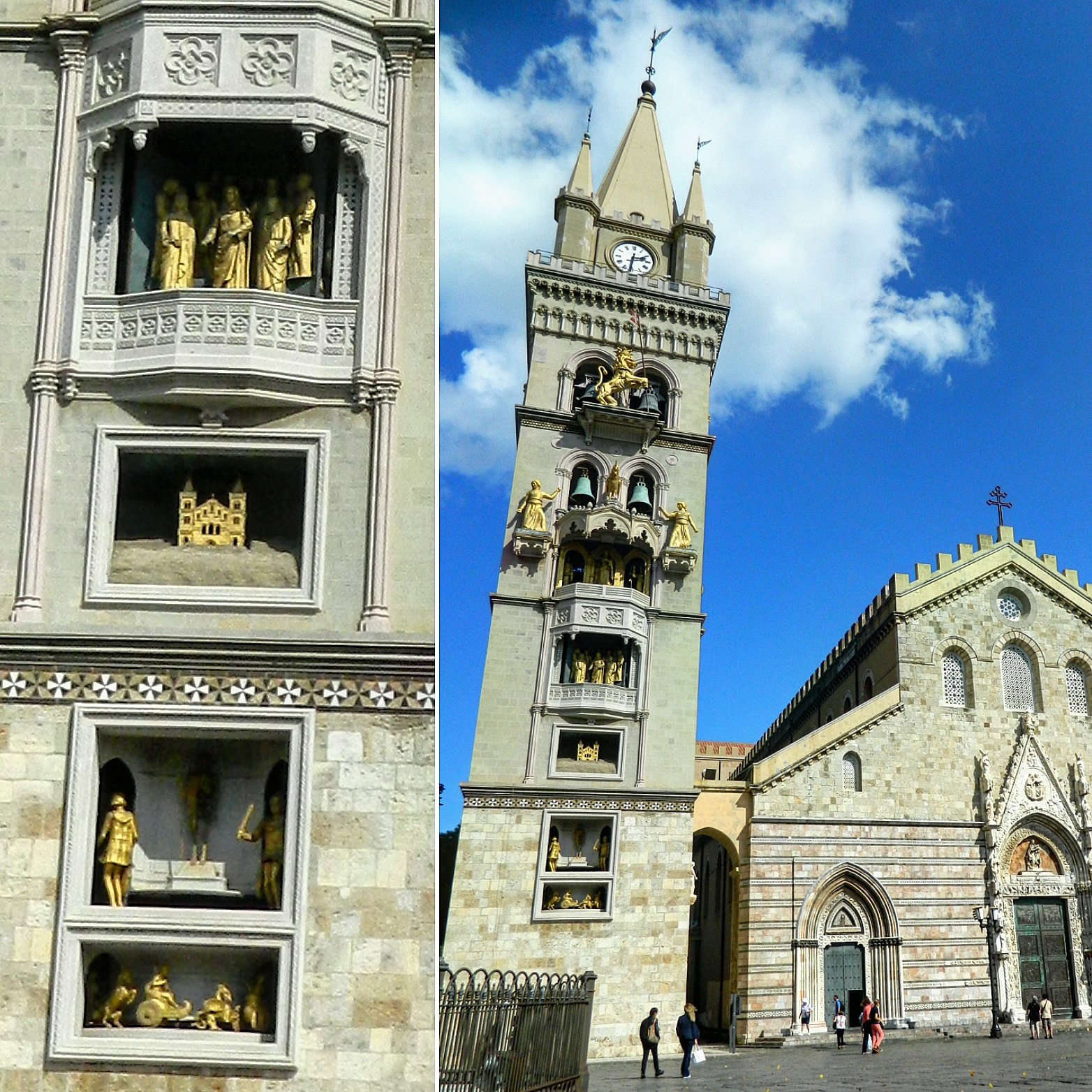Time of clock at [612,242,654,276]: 2:31
